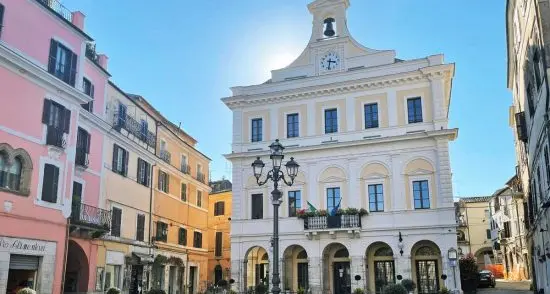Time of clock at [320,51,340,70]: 3:32
